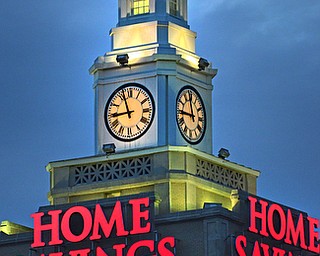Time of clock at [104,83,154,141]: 8:56
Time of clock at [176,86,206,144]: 11:44
